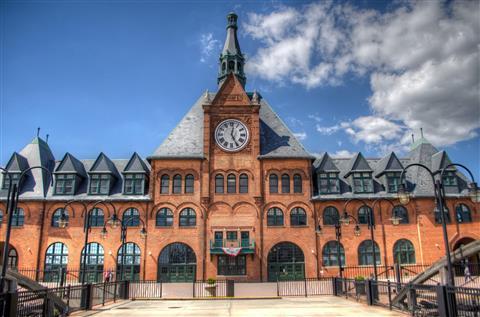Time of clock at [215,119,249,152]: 5:01
